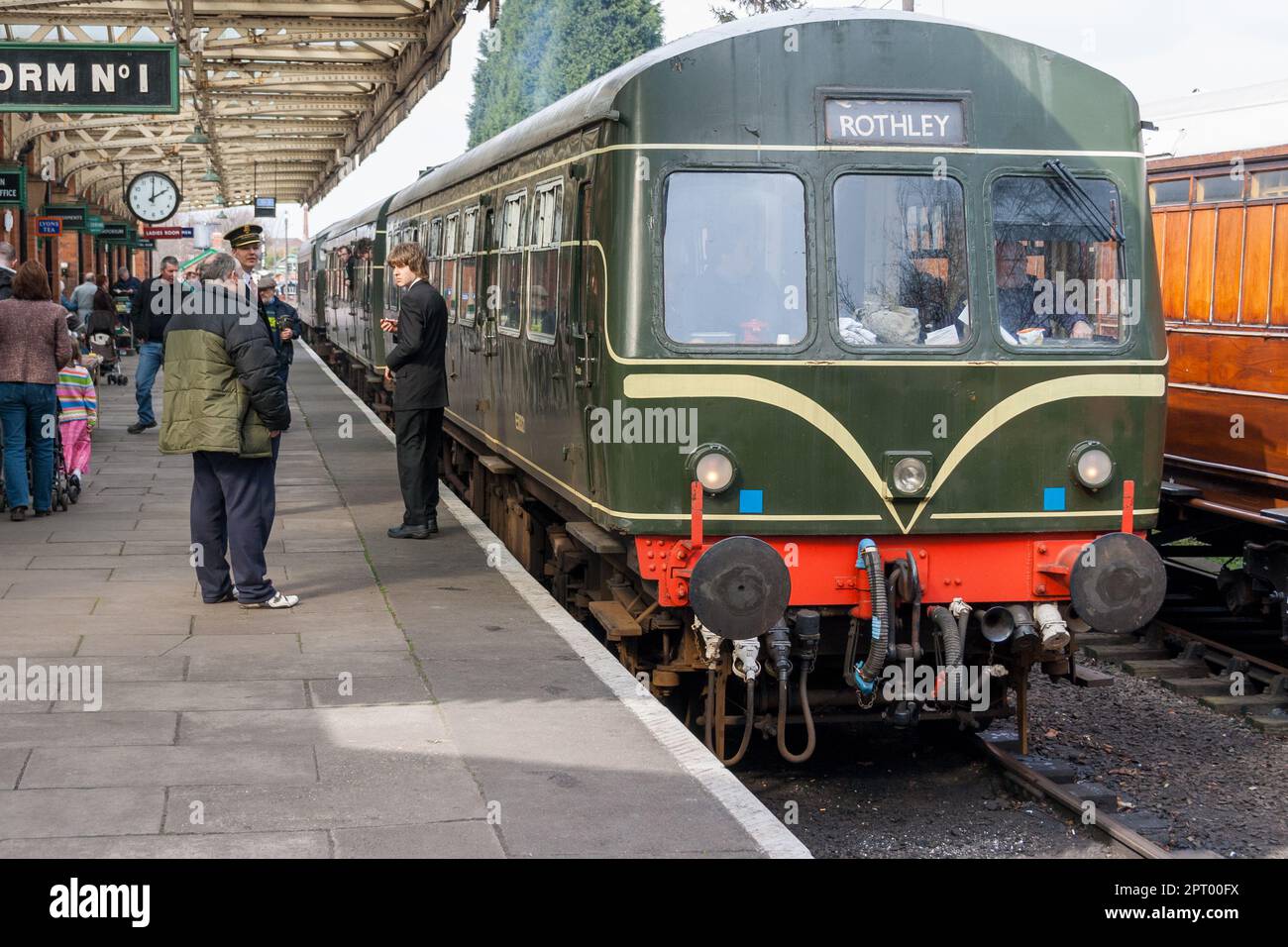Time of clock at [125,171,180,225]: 2:00
